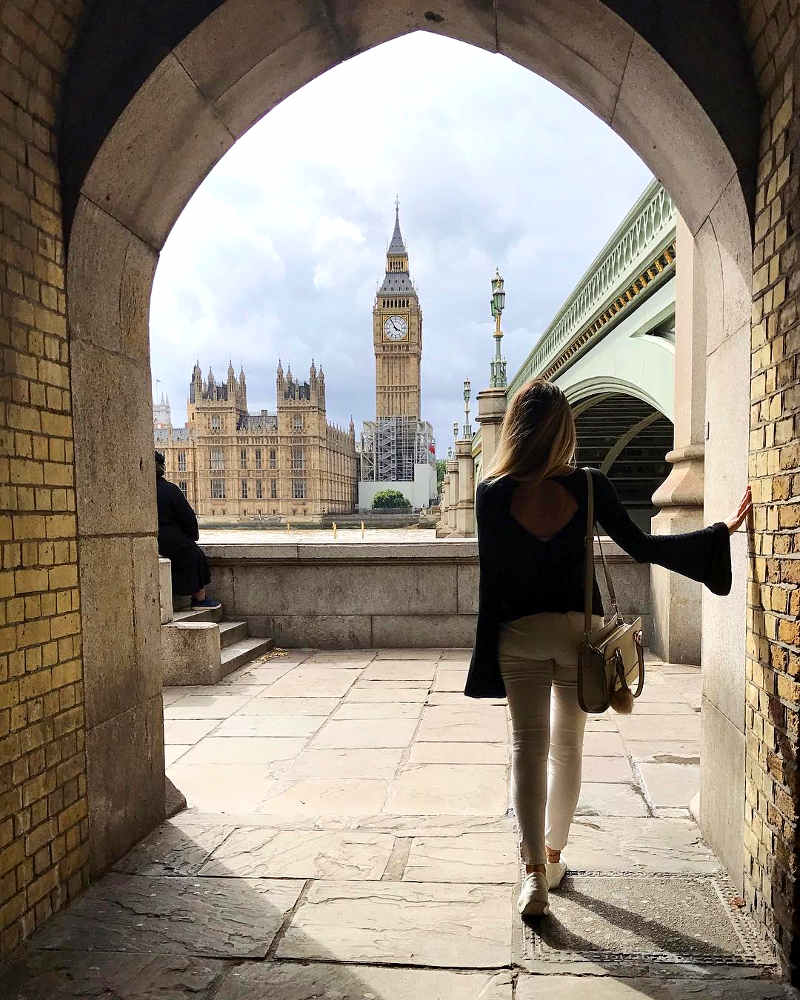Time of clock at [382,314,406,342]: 3:55
